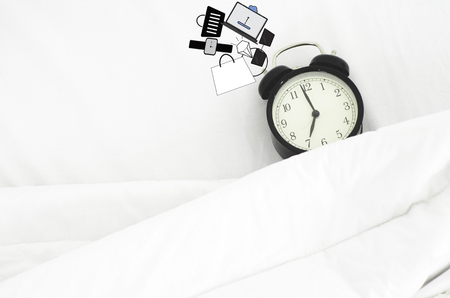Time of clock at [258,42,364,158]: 6:58
